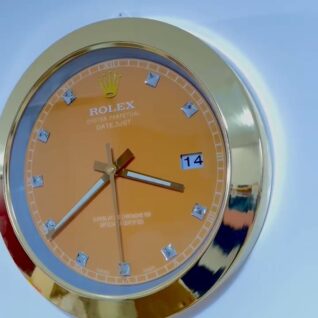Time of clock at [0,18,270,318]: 3:39
